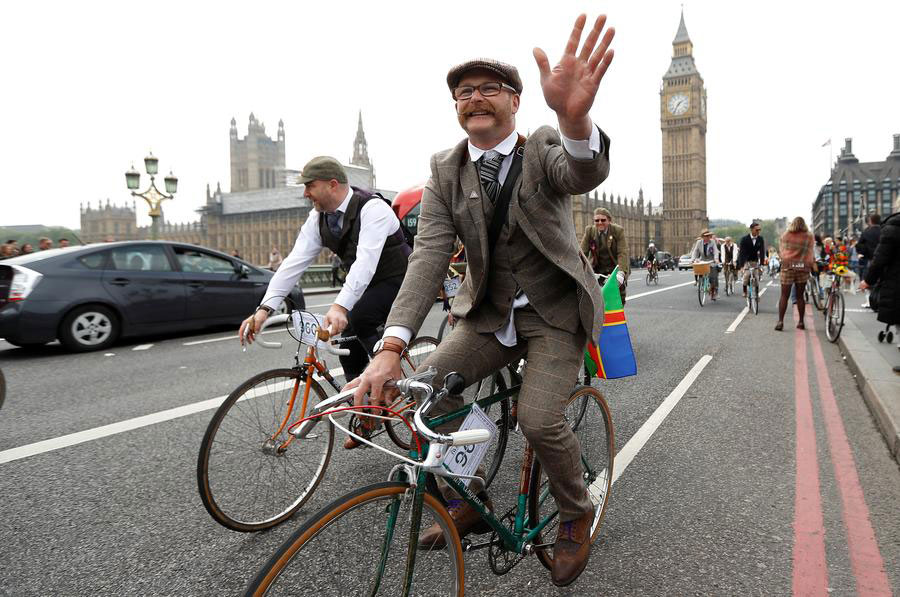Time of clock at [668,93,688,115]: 1:35
